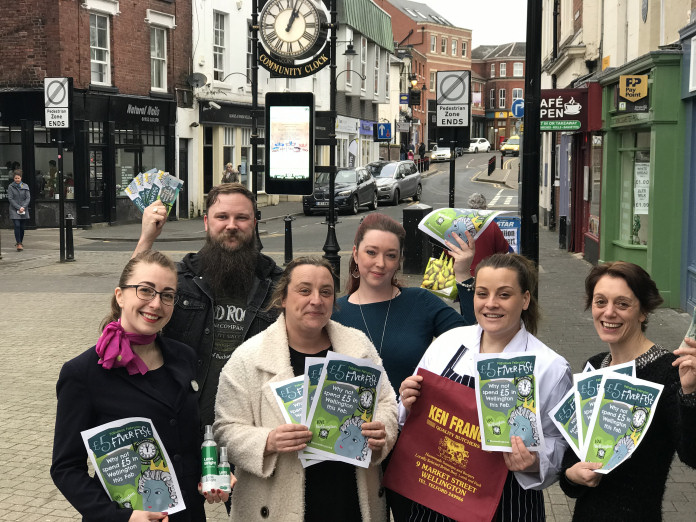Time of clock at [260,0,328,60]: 1:03
